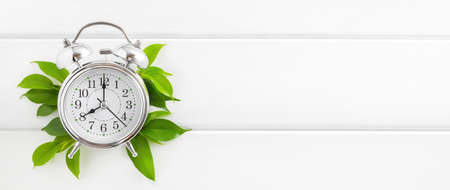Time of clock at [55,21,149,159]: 8:00
